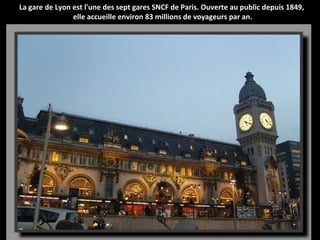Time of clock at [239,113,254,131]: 5:18
